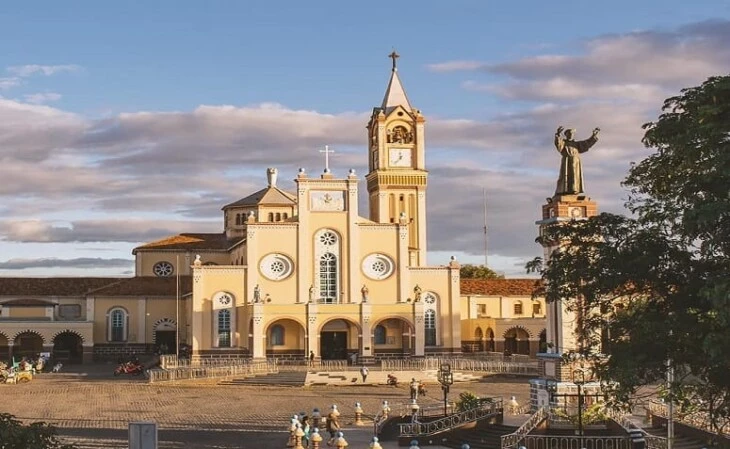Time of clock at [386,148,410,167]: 11:37
